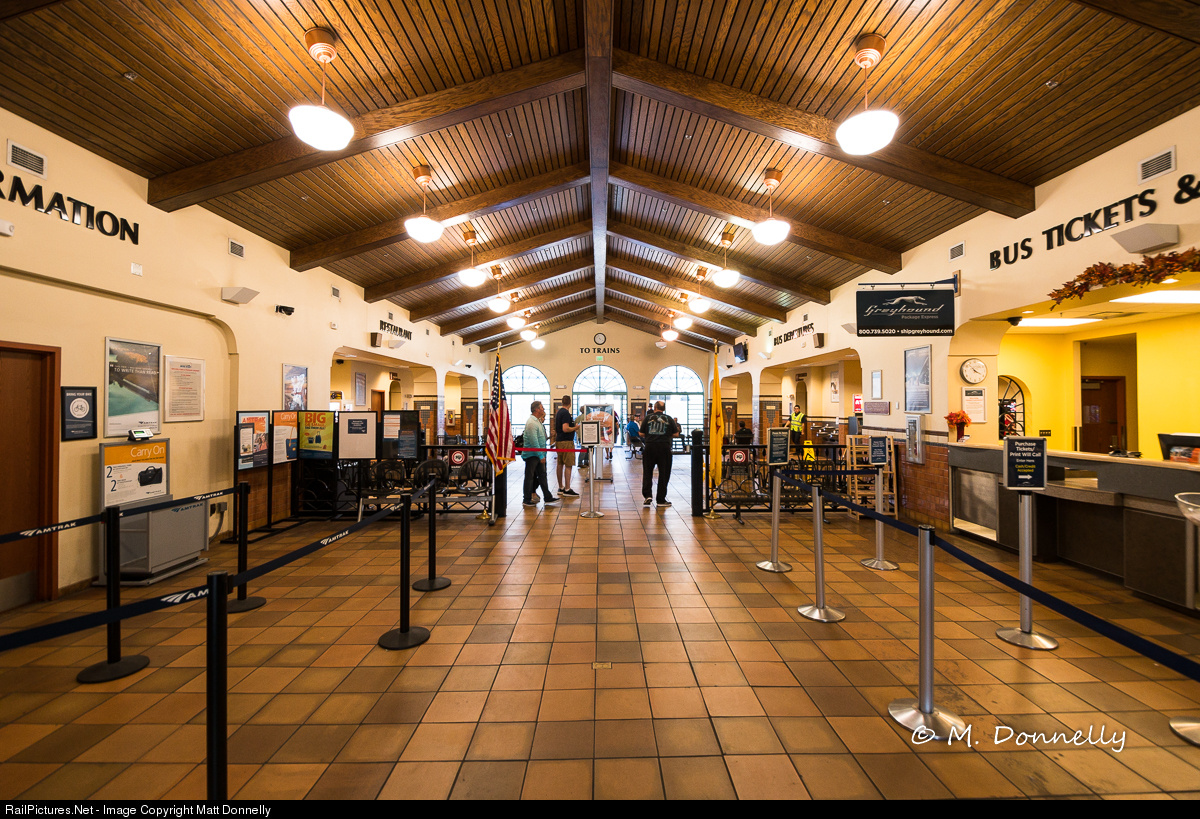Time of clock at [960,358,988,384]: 3:52
